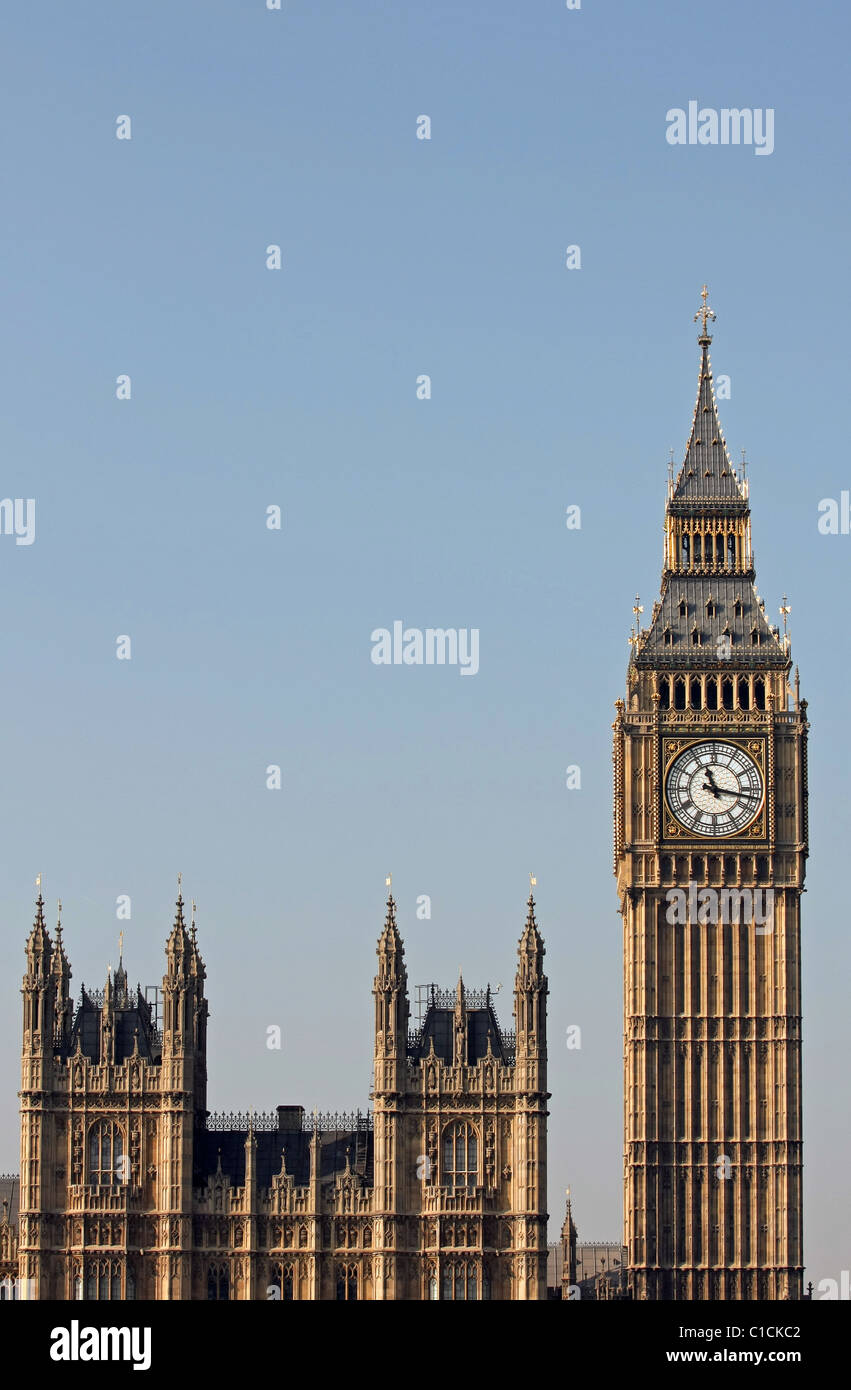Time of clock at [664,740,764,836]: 11:16
